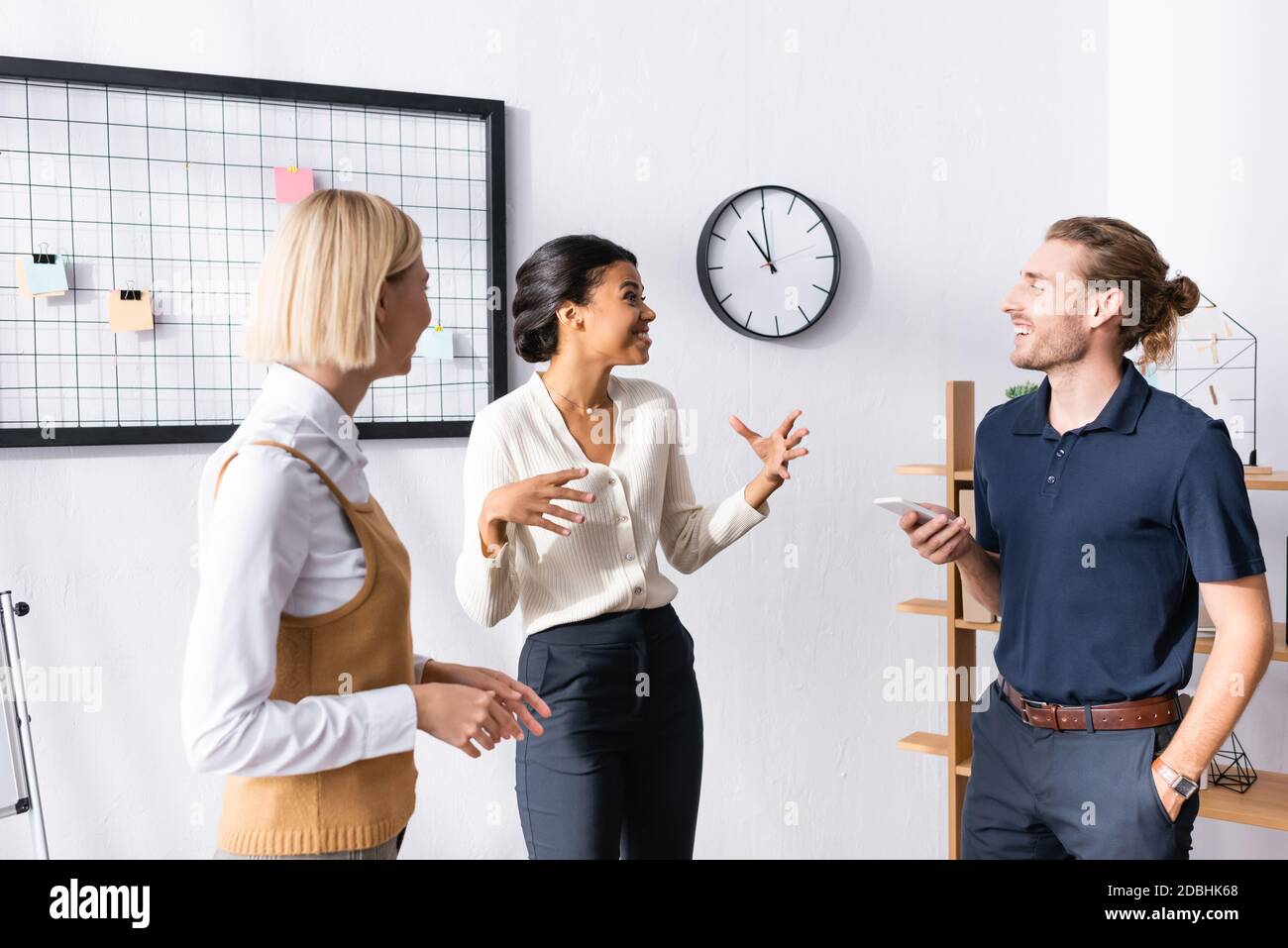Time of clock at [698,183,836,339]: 10:59
